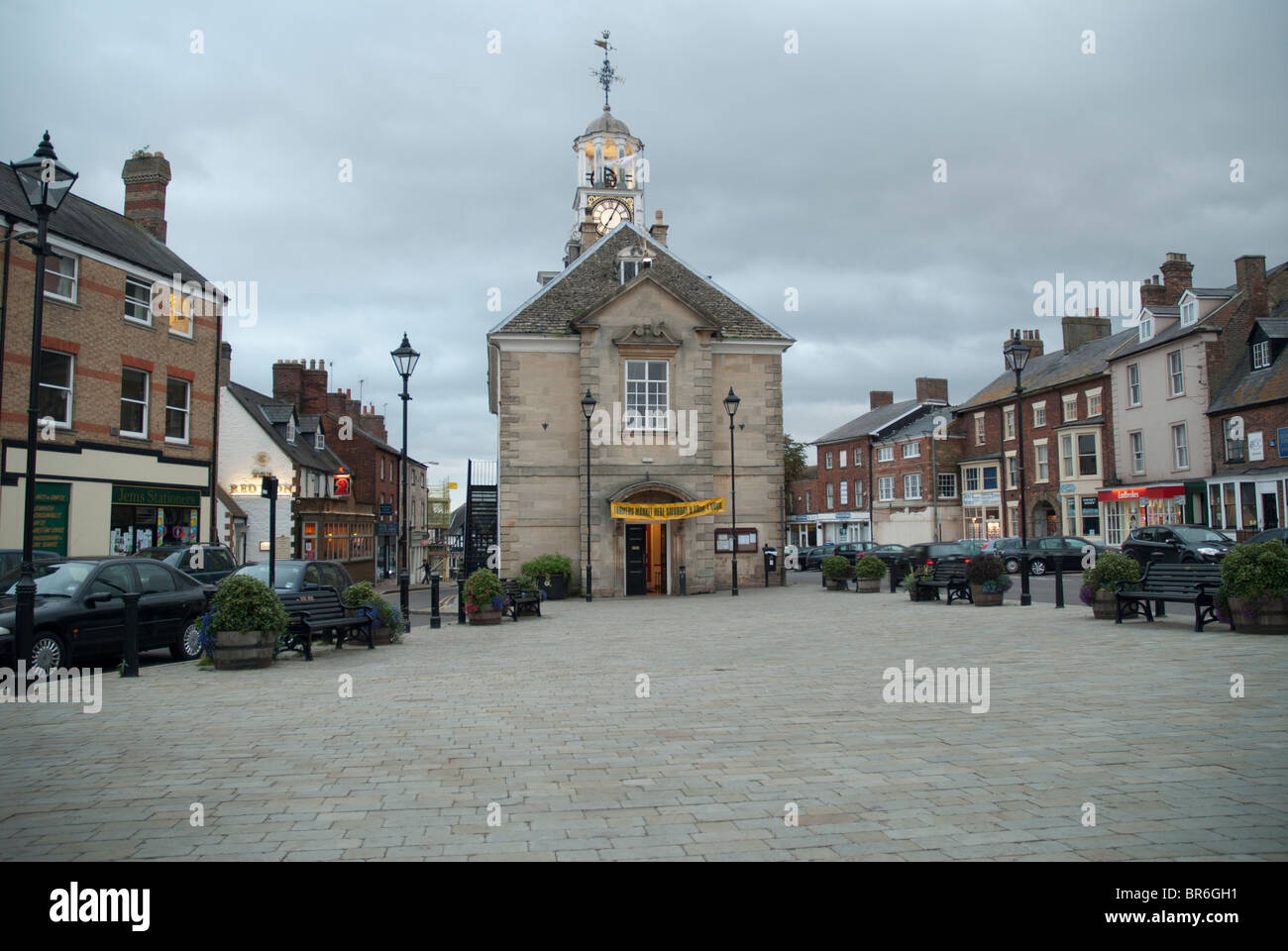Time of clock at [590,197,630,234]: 7:04
